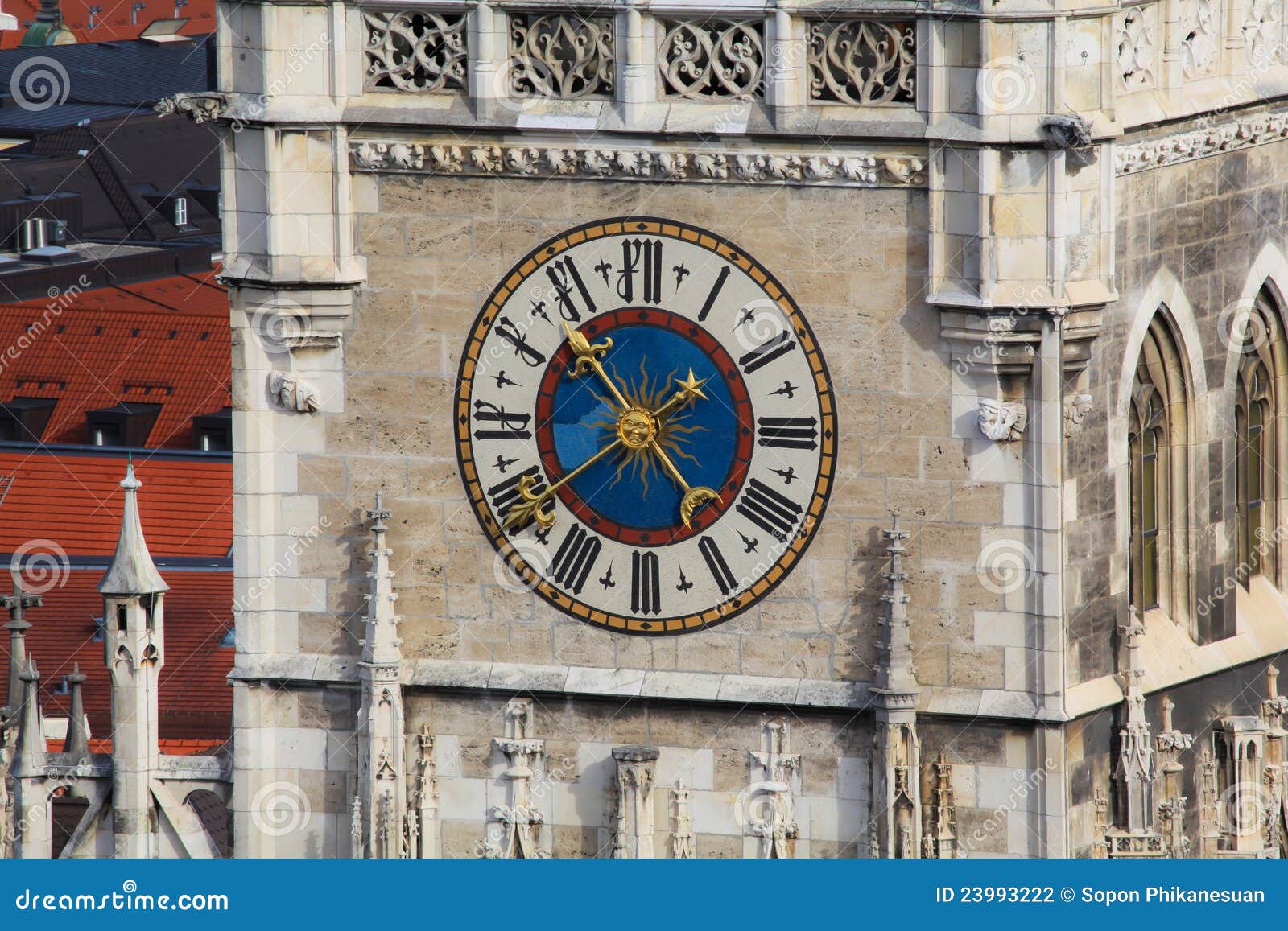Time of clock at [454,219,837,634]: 1:53
